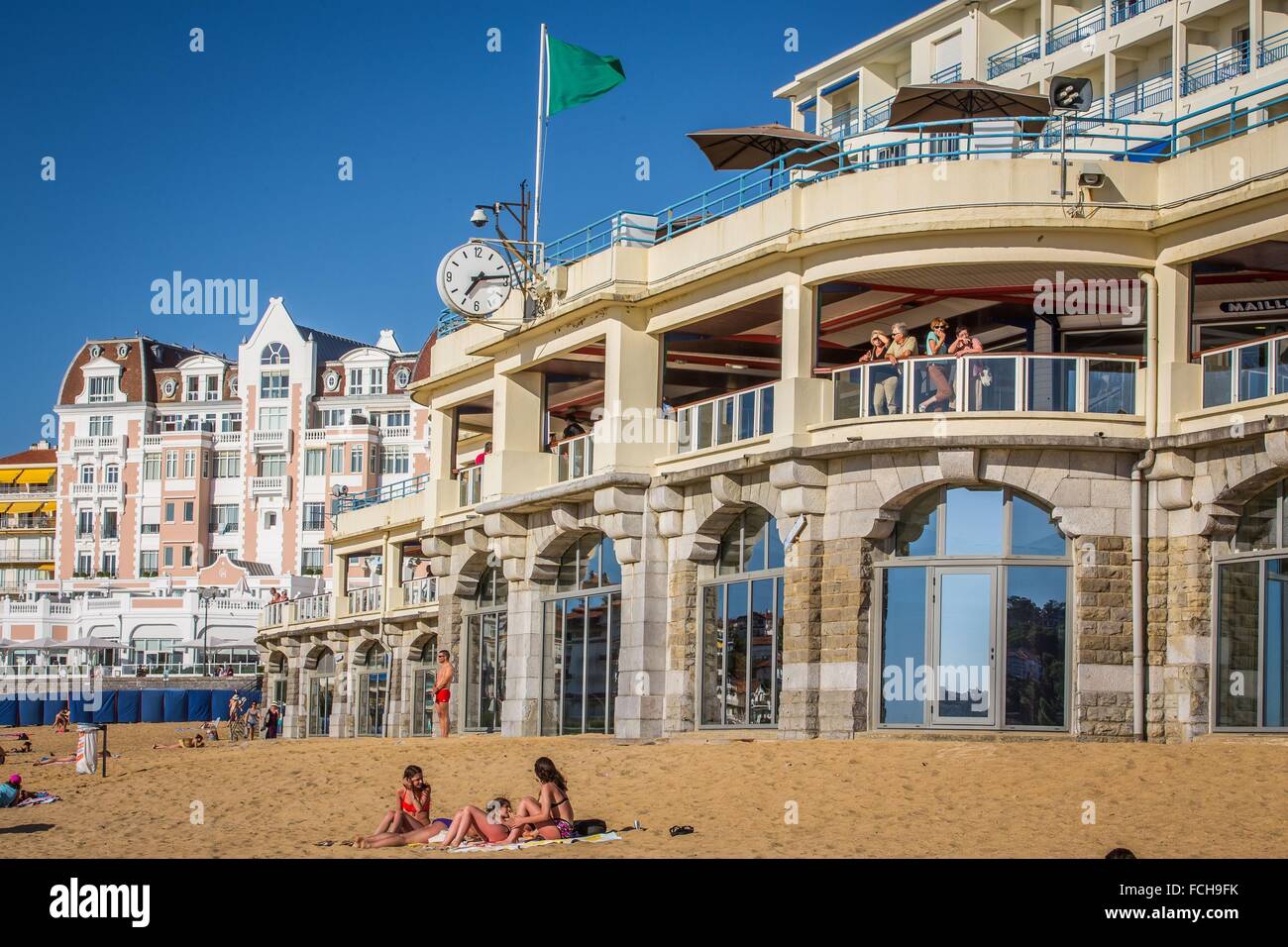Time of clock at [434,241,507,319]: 7:13
